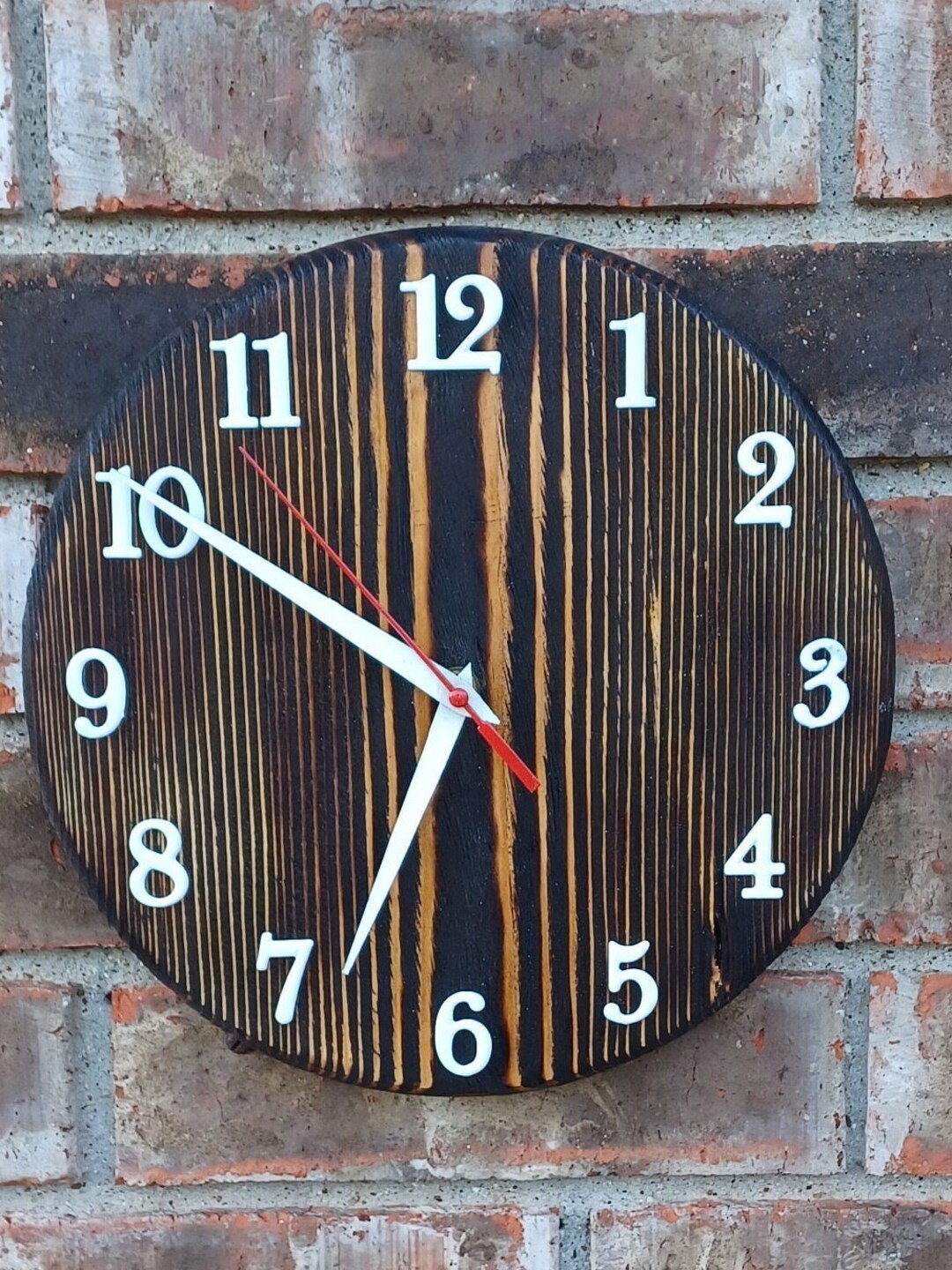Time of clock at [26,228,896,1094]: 6:50
